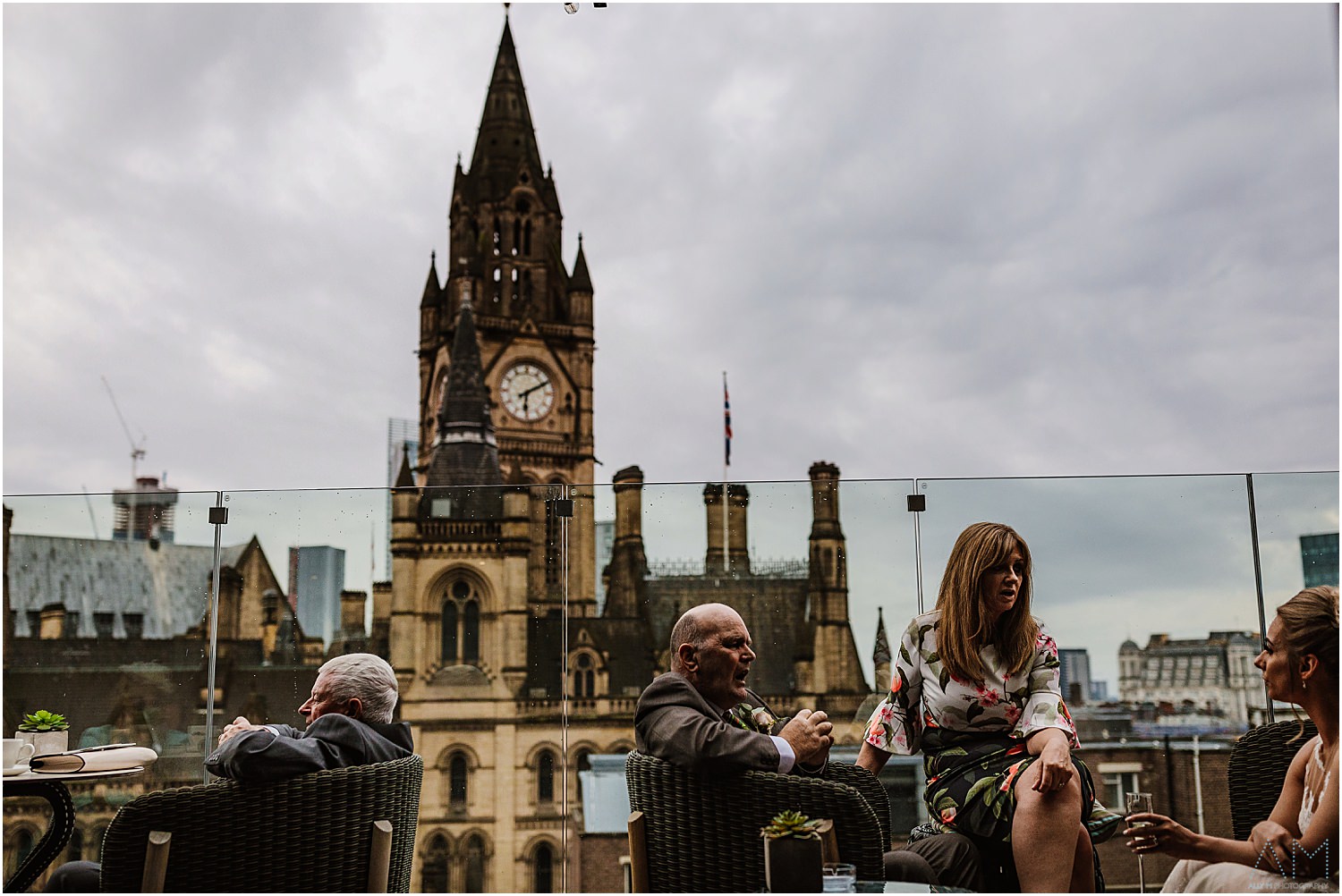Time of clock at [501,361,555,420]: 6:10
